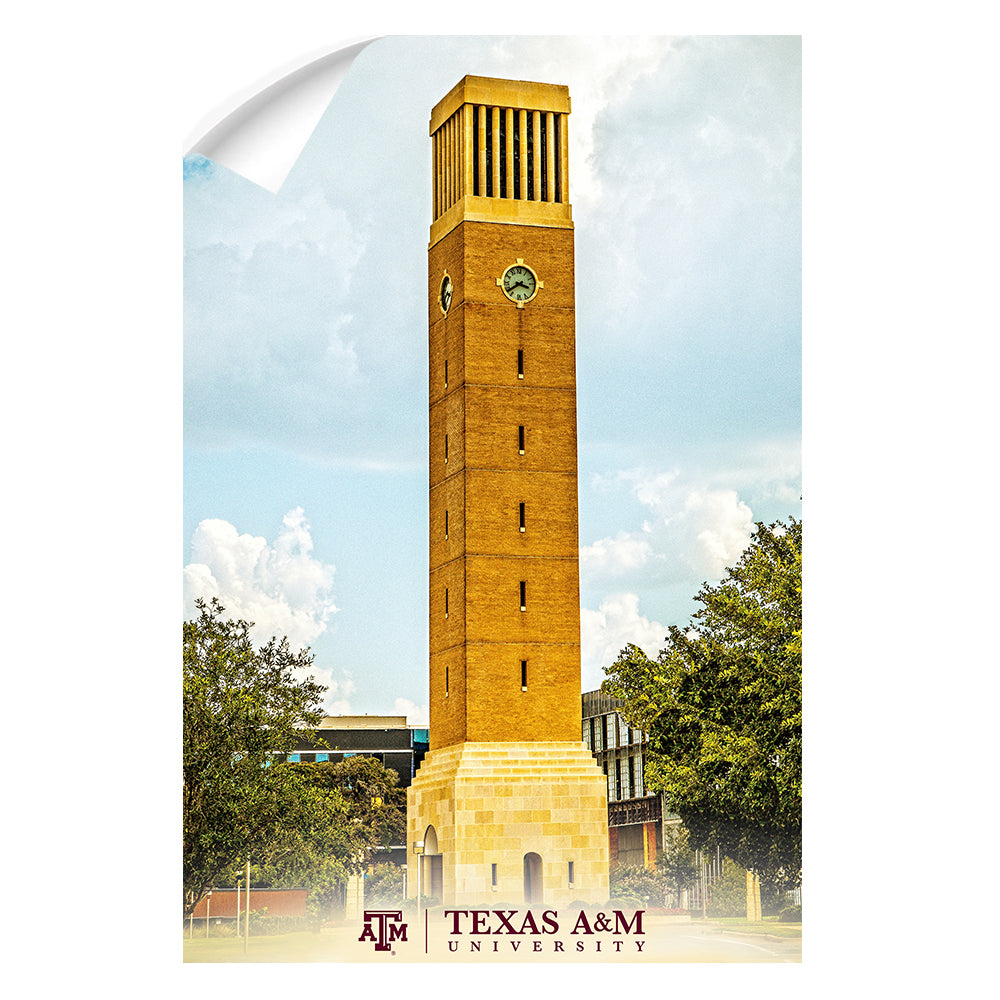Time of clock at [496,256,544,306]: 3:38
